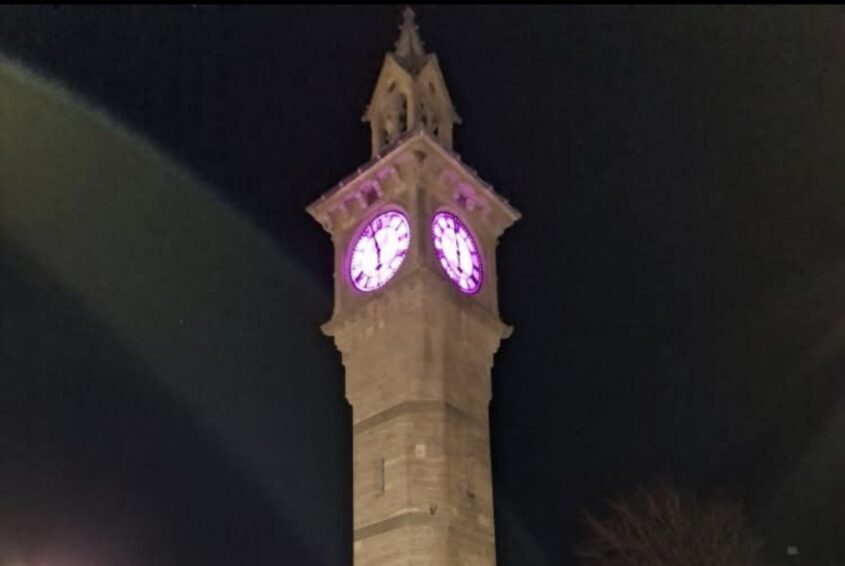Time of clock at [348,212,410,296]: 5:57
